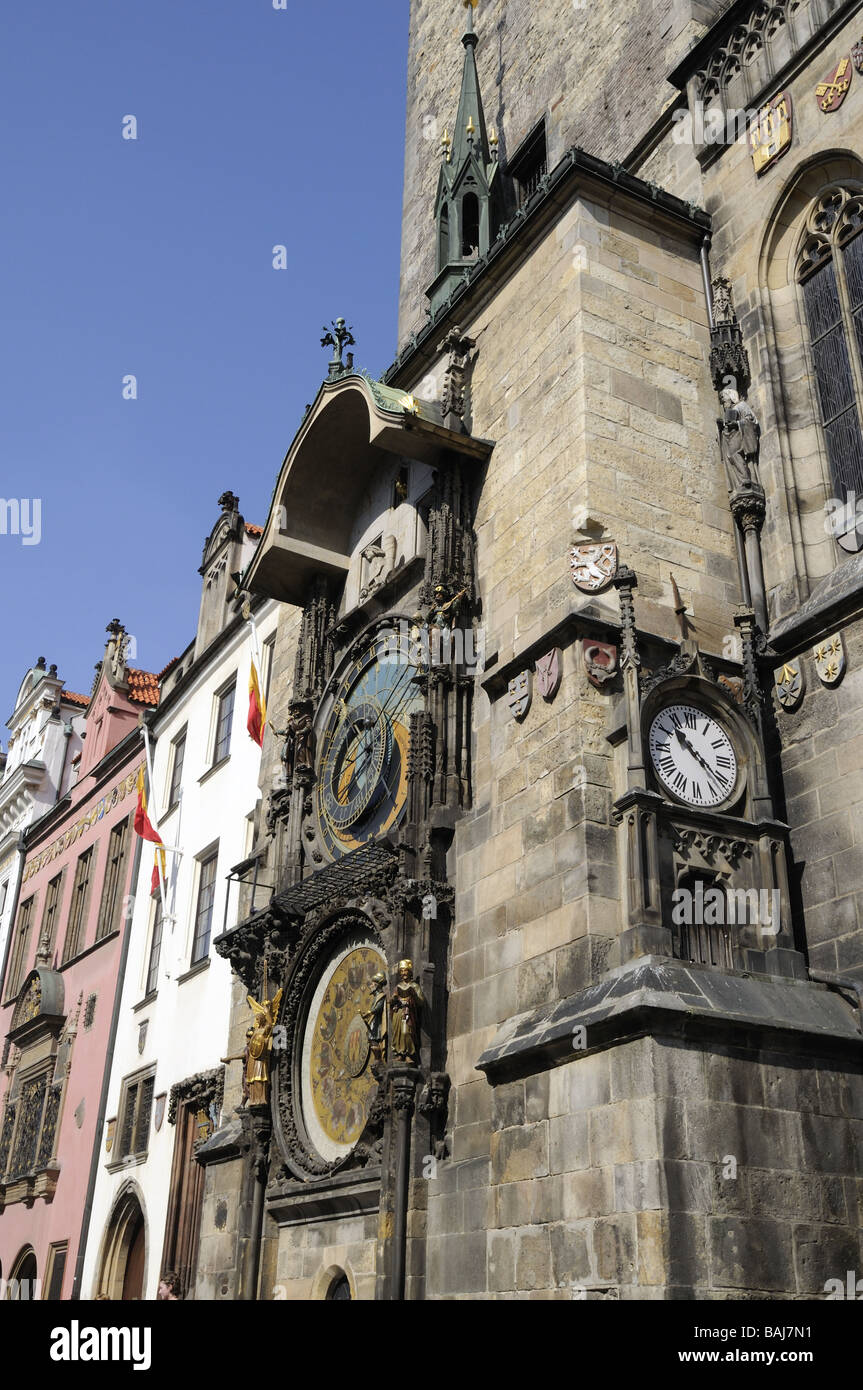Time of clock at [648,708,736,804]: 10:20
